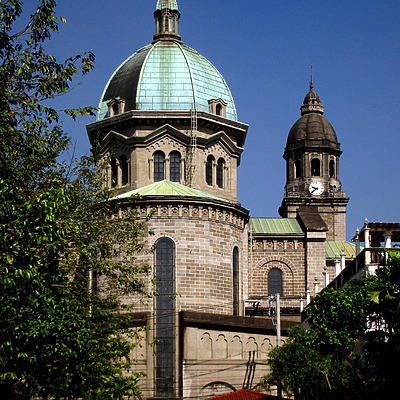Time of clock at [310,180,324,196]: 9:38
